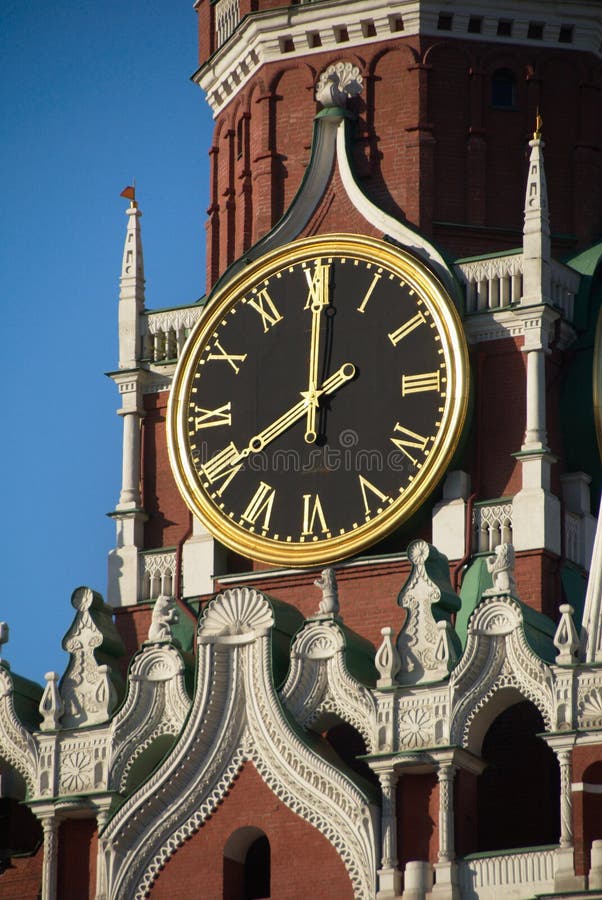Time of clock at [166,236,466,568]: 8:00
